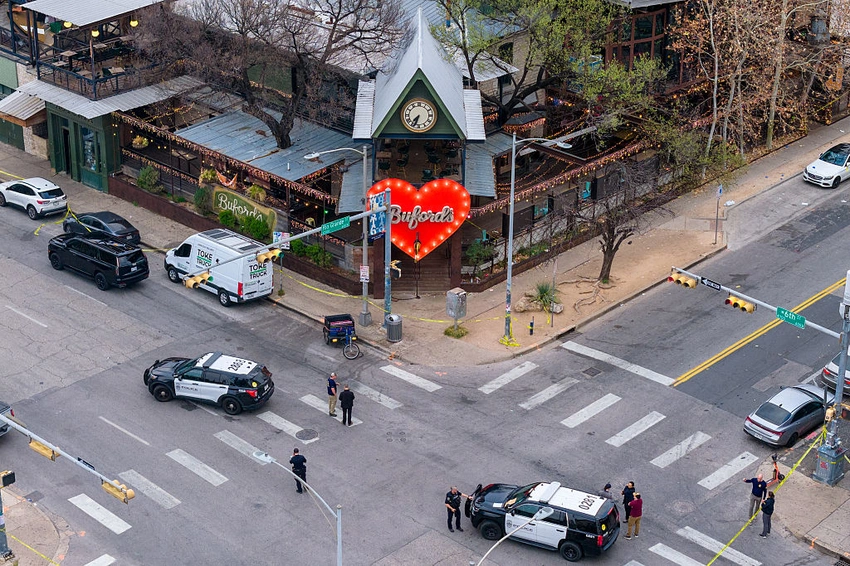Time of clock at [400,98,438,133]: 7:33
